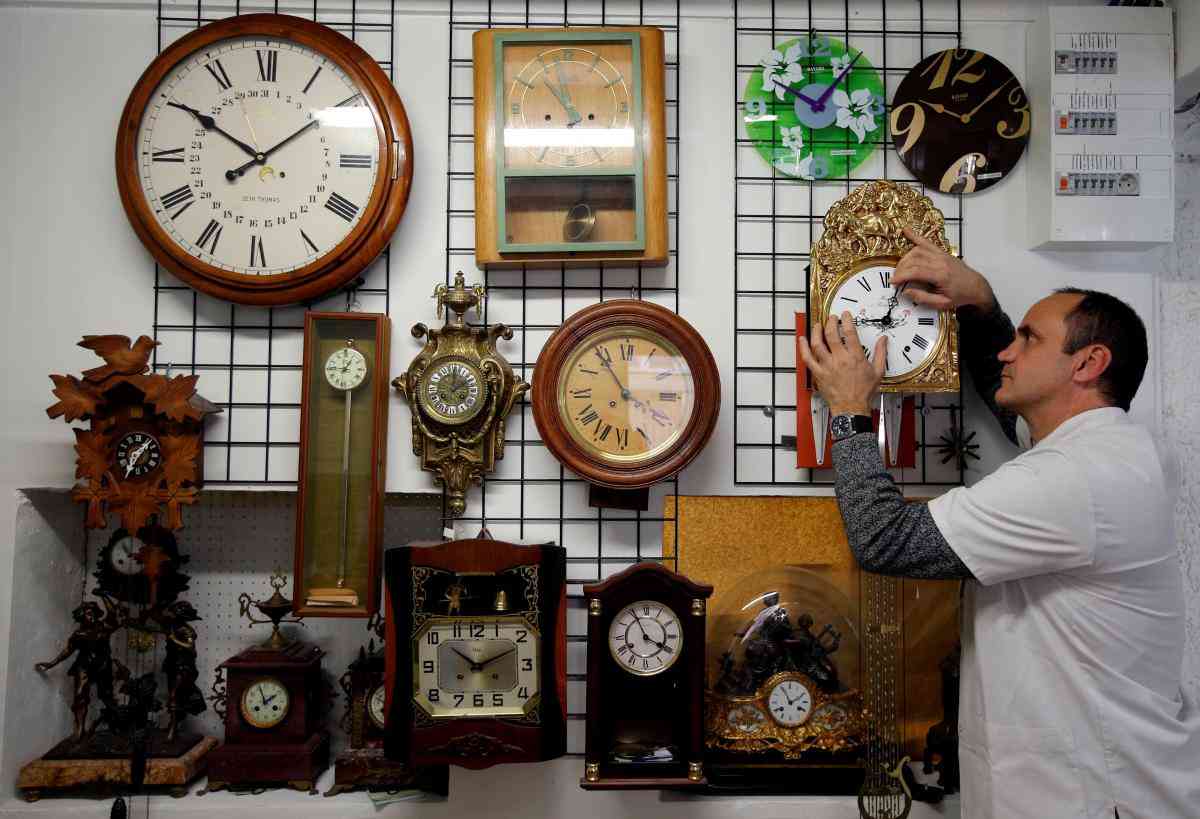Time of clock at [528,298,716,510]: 2:54
